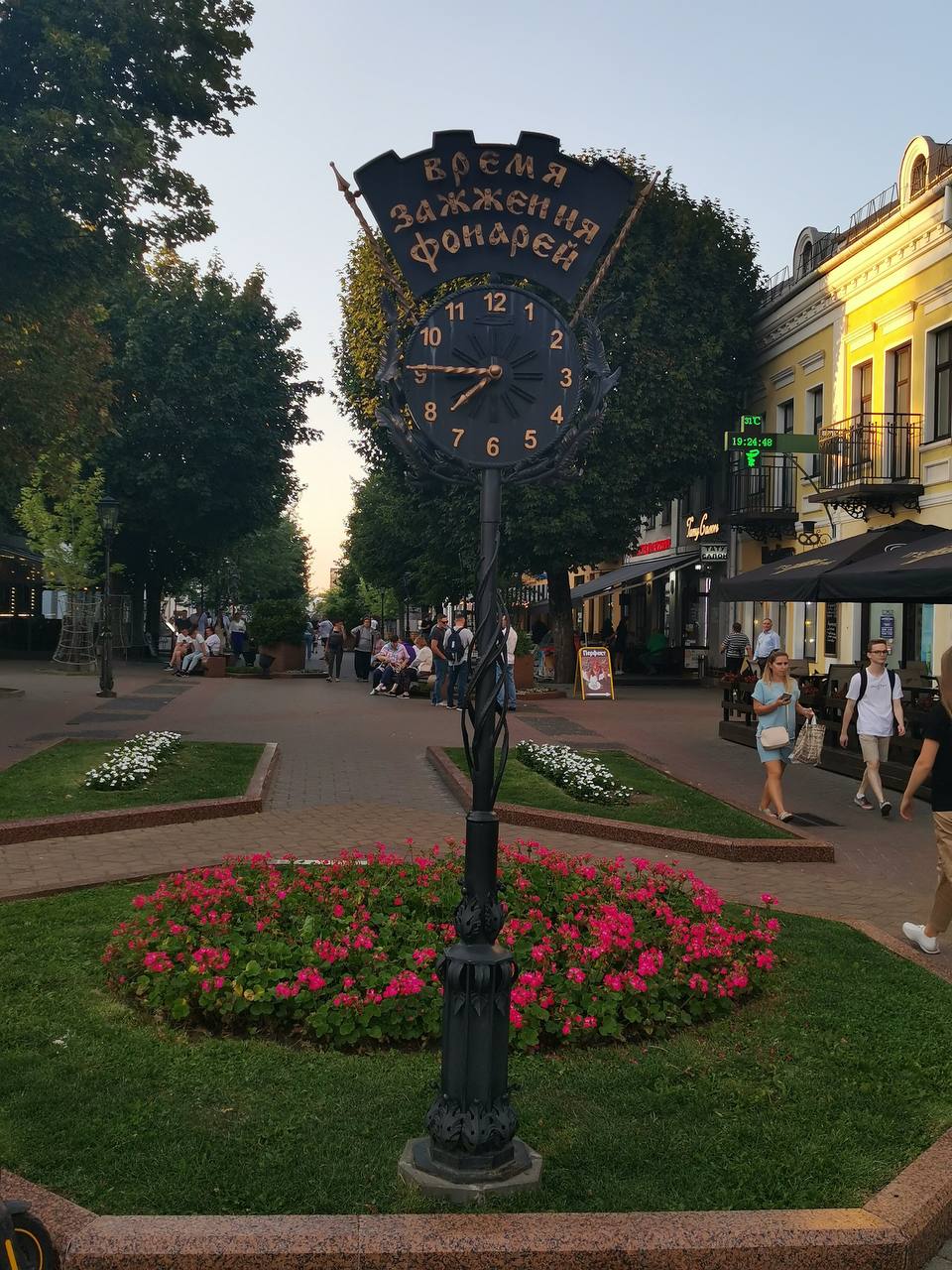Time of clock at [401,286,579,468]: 7:45
